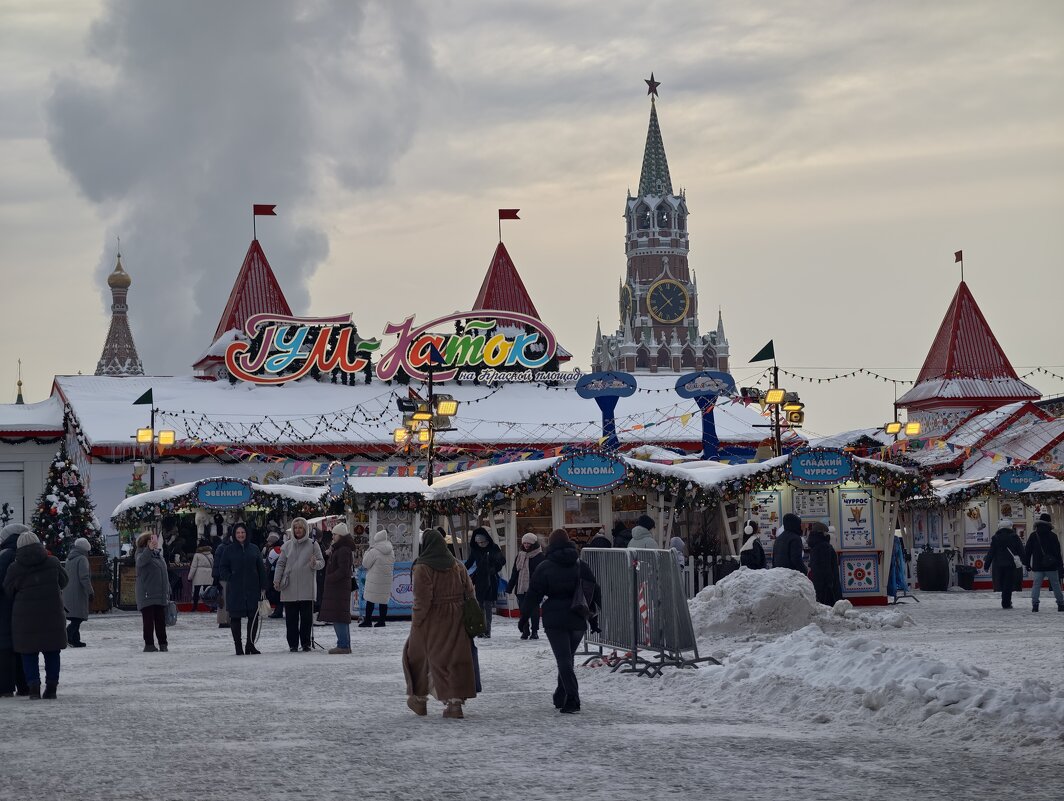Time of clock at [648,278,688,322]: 10:37
